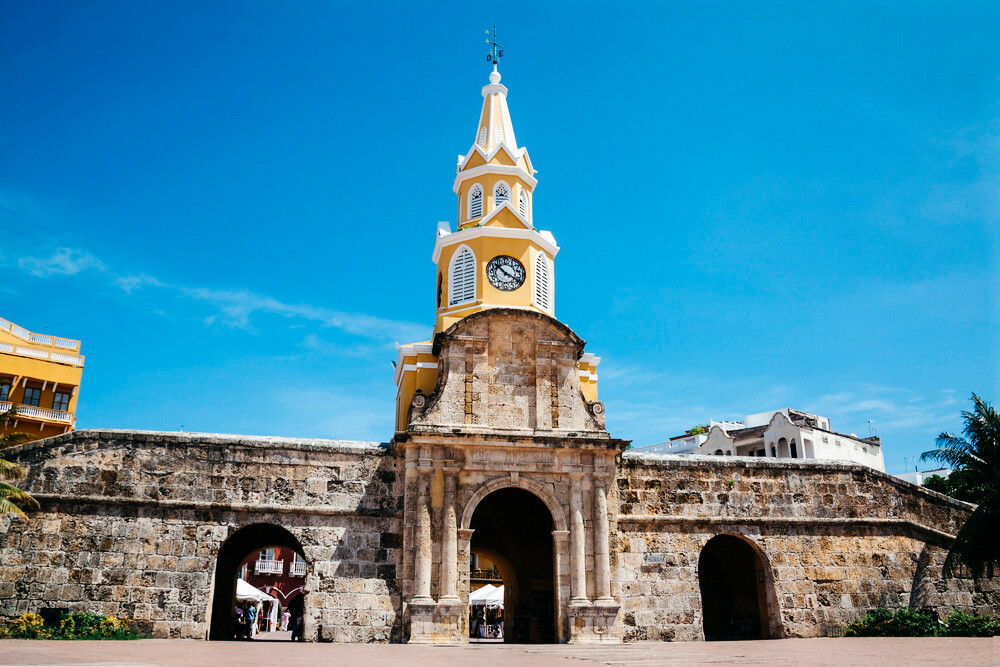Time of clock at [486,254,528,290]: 10:19
